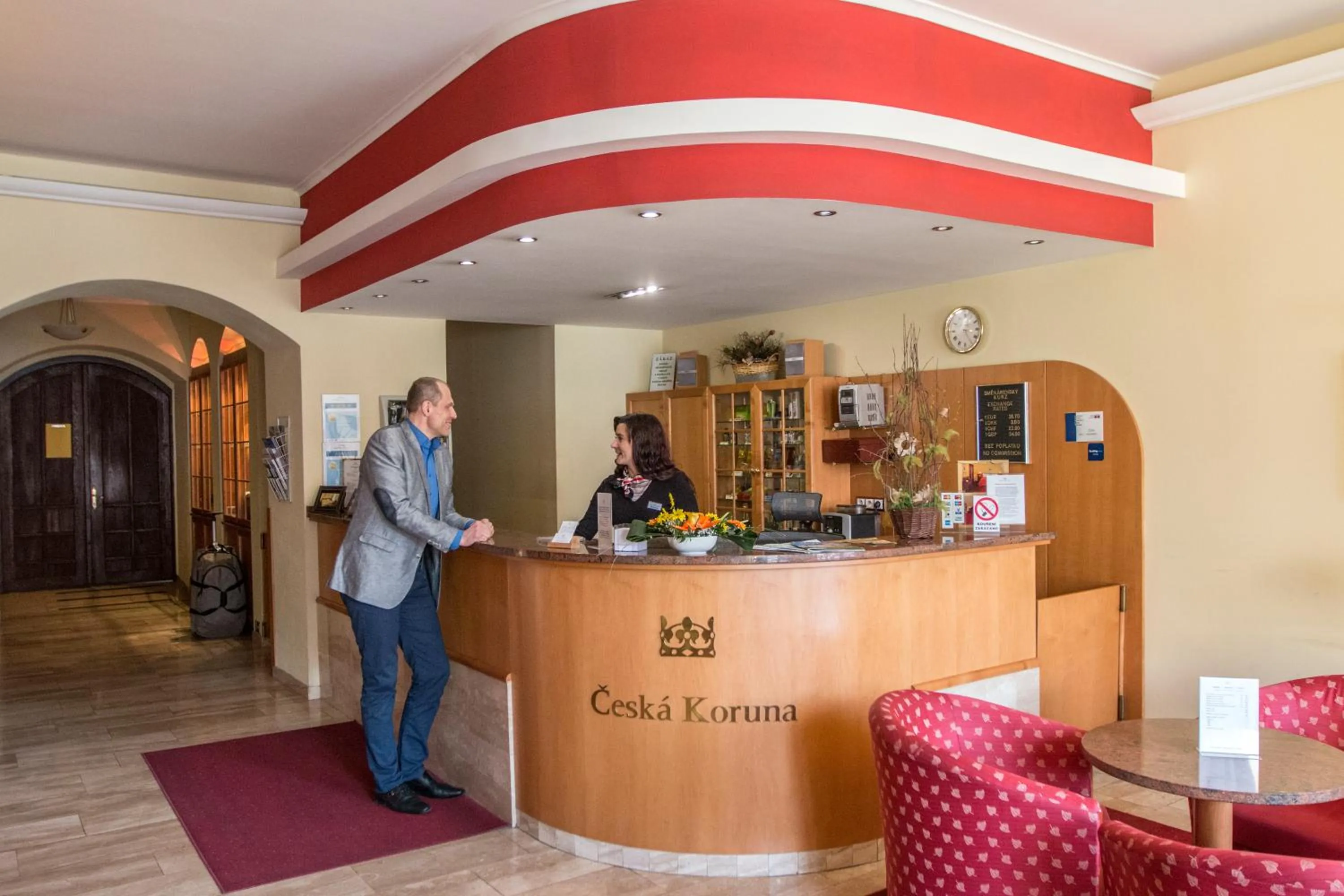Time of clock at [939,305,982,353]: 3:24
